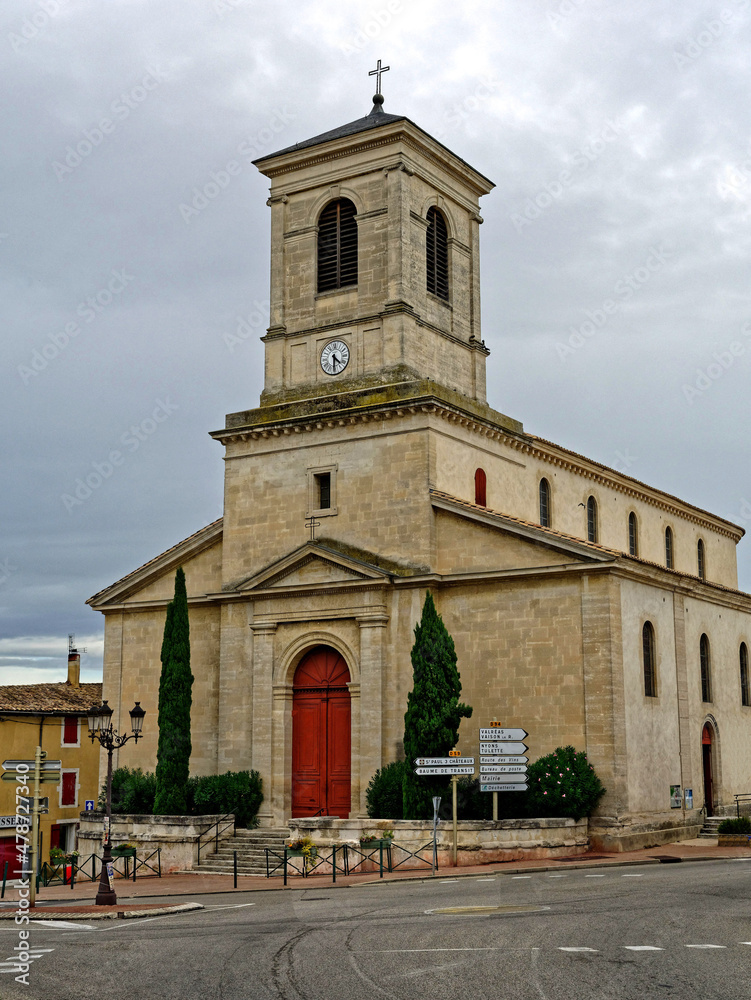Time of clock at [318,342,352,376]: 4:30
